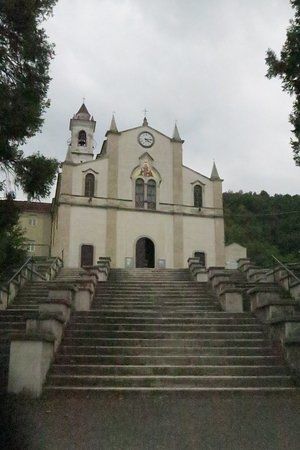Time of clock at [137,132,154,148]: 4:13
